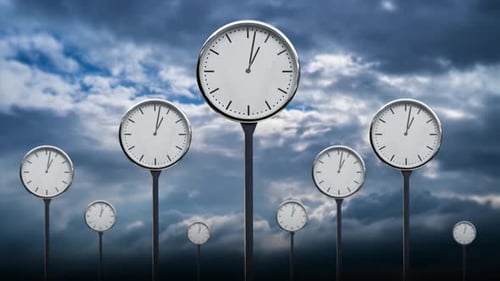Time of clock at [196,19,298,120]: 1:02
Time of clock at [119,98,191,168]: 1:02
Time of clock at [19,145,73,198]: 1:02
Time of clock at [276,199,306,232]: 1:02
